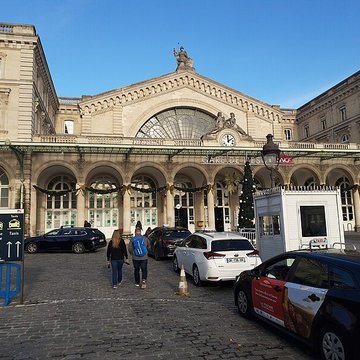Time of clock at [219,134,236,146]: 1:59
